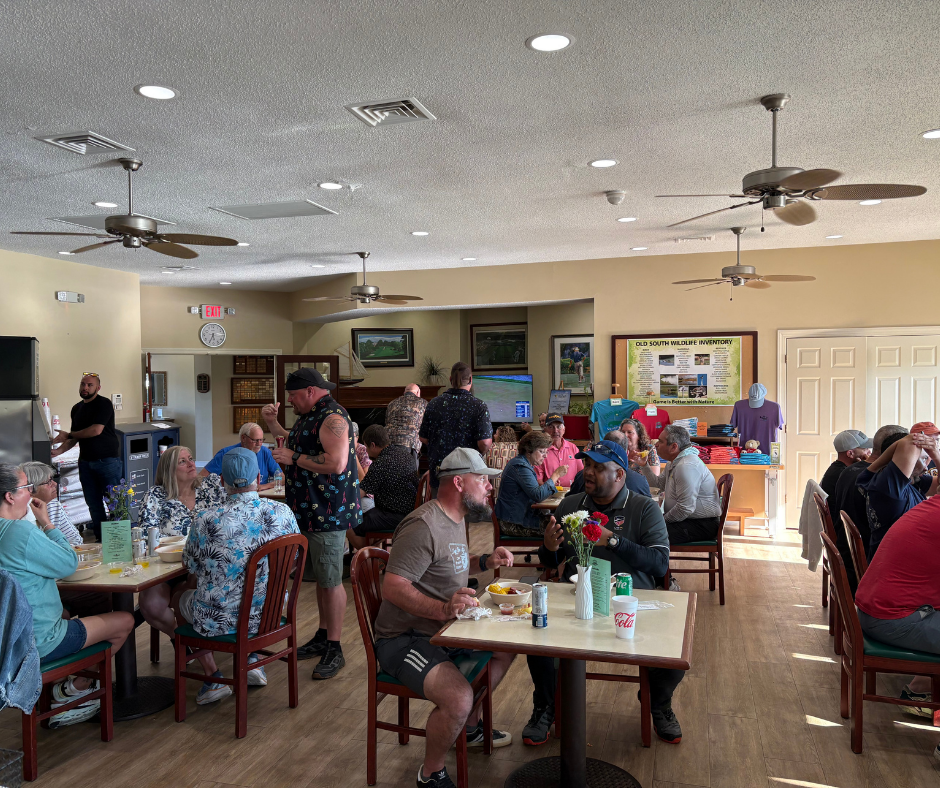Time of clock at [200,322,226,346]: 5:34
